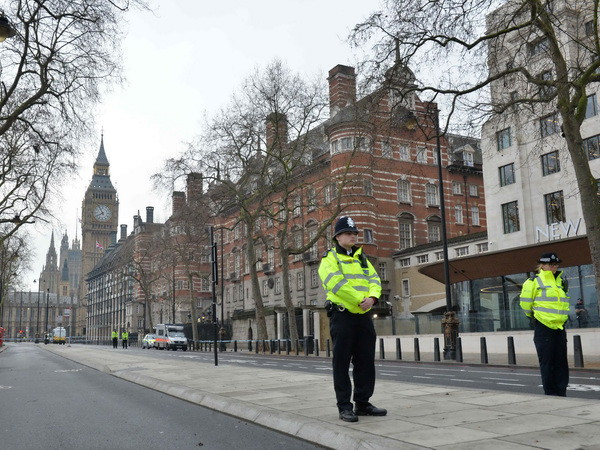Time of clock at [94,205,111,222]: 7:55
